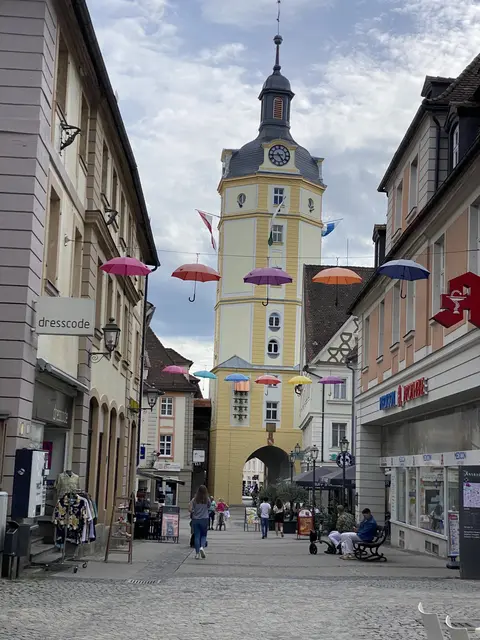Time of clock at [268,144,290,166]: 4:44
